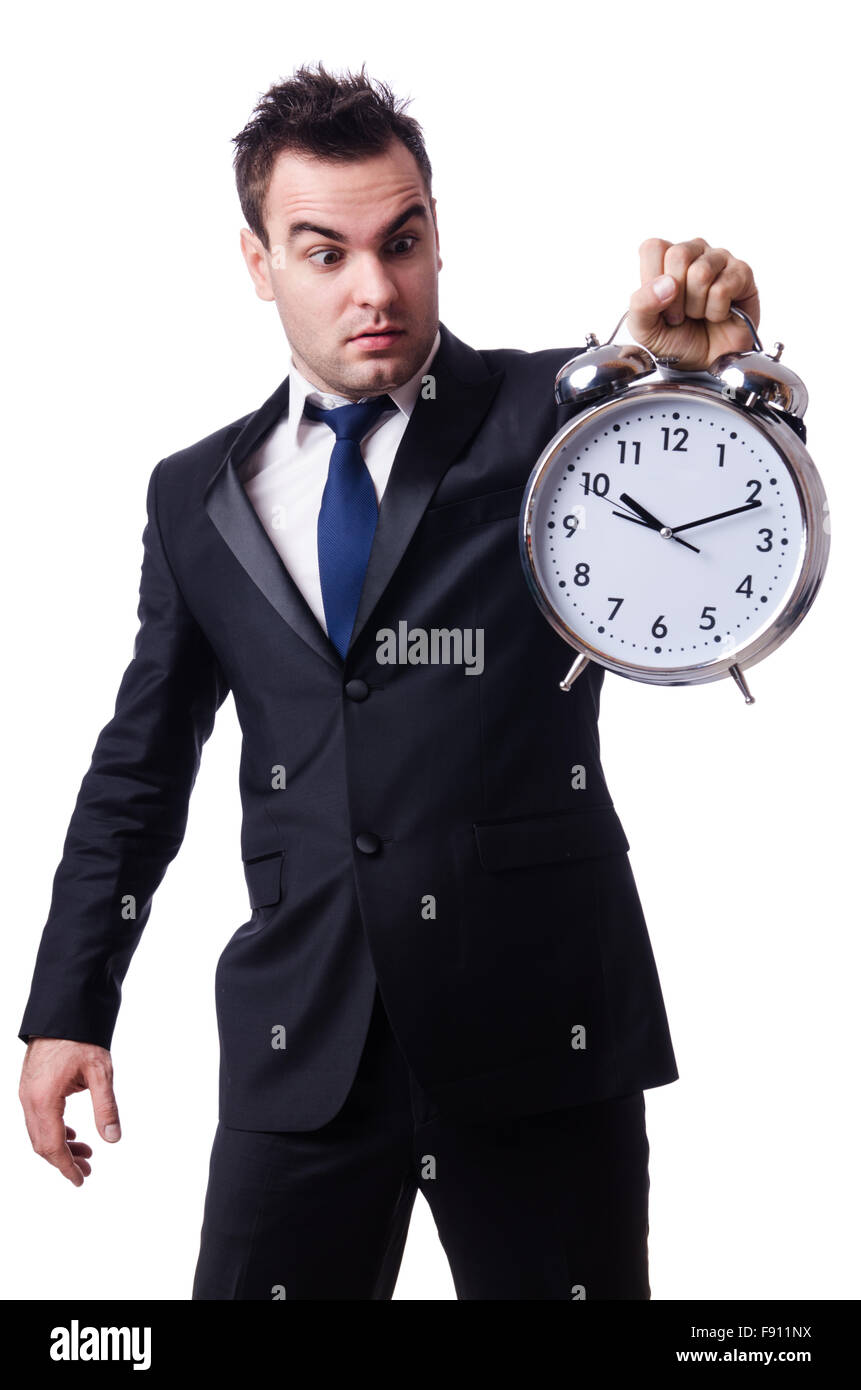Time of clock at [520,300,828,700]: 10:11
